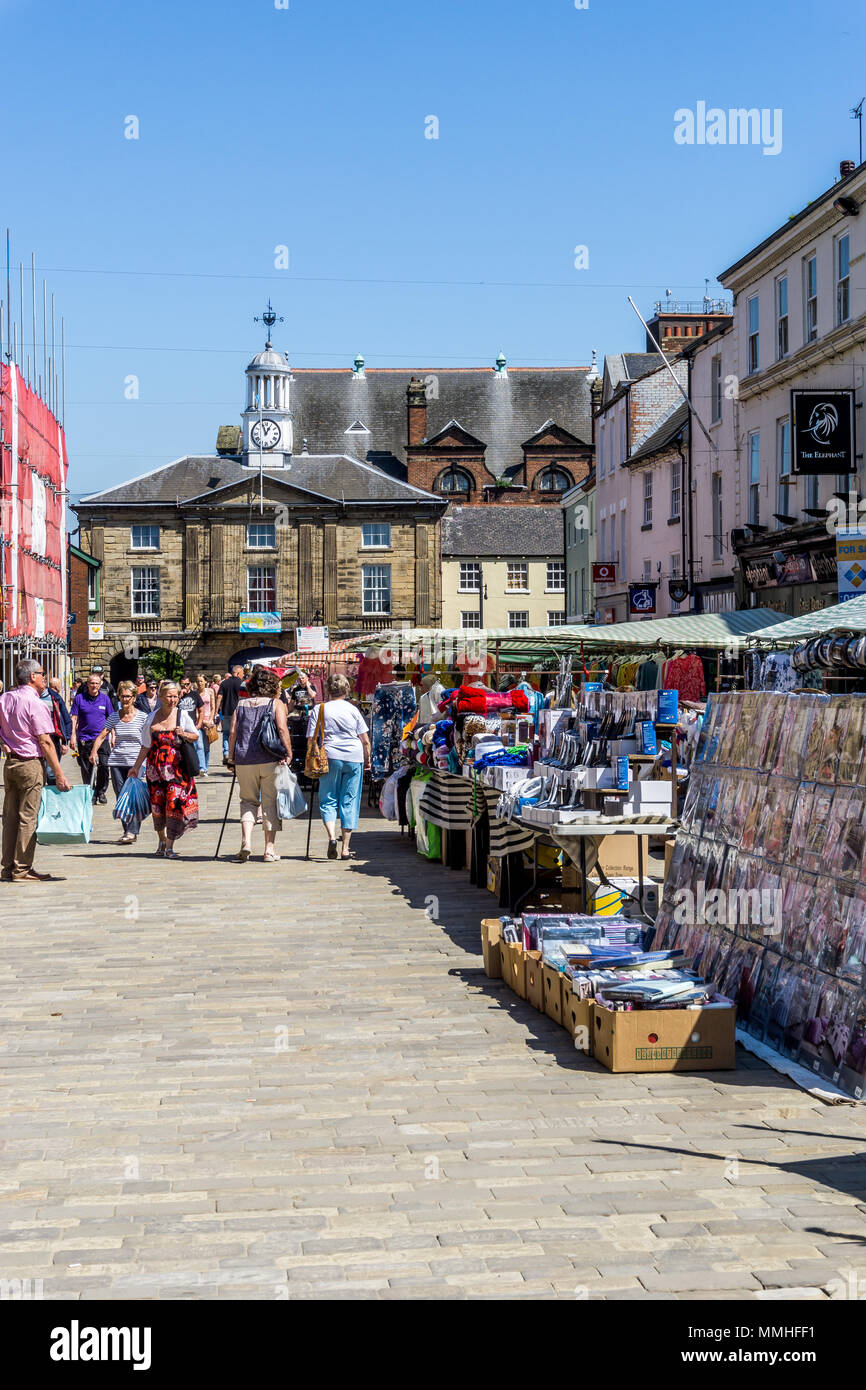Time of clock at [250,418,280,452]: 12:56
